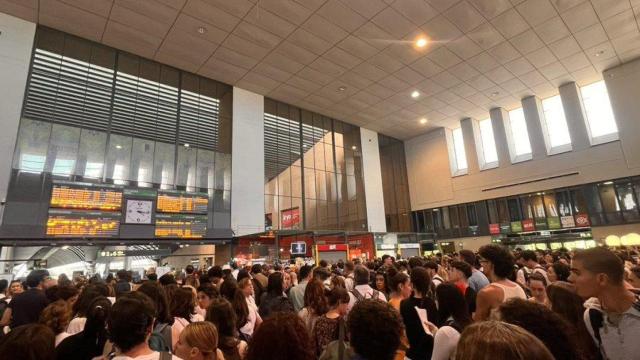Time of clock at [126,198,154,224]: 4:16
